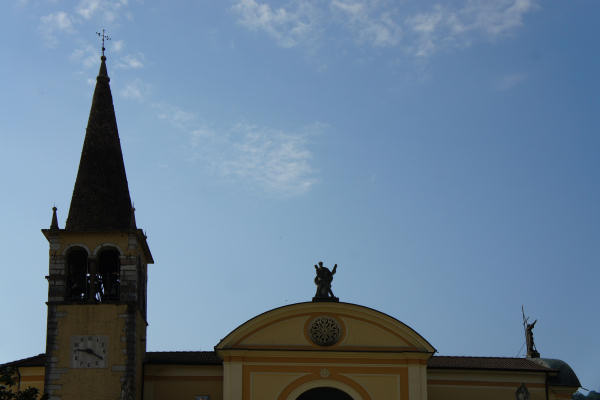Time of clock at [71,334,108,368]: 9:20
